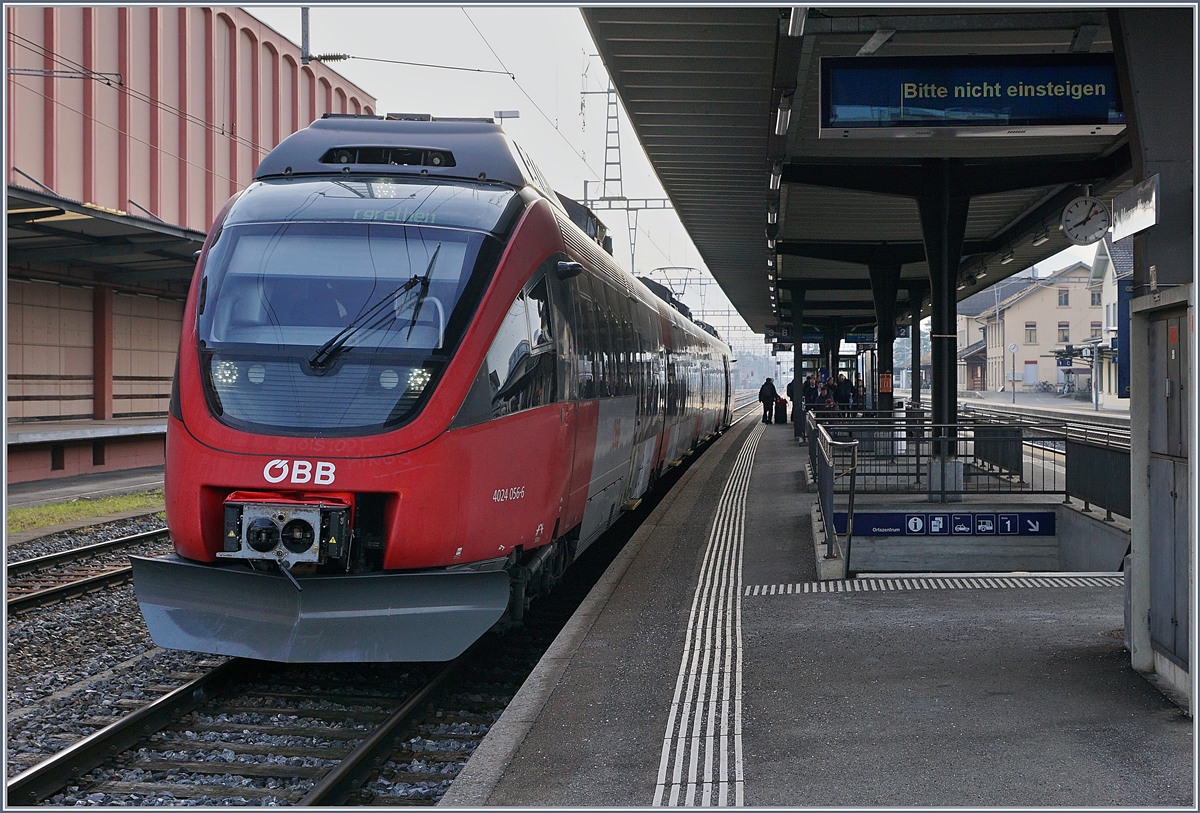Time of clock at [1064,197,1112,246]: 8:04
